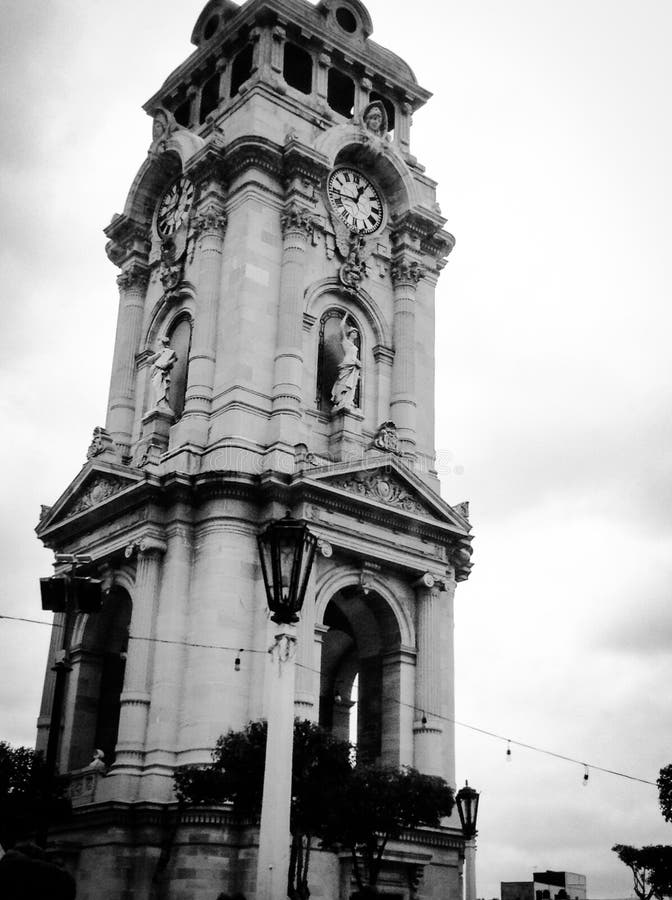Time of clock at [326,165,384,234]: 12:43
